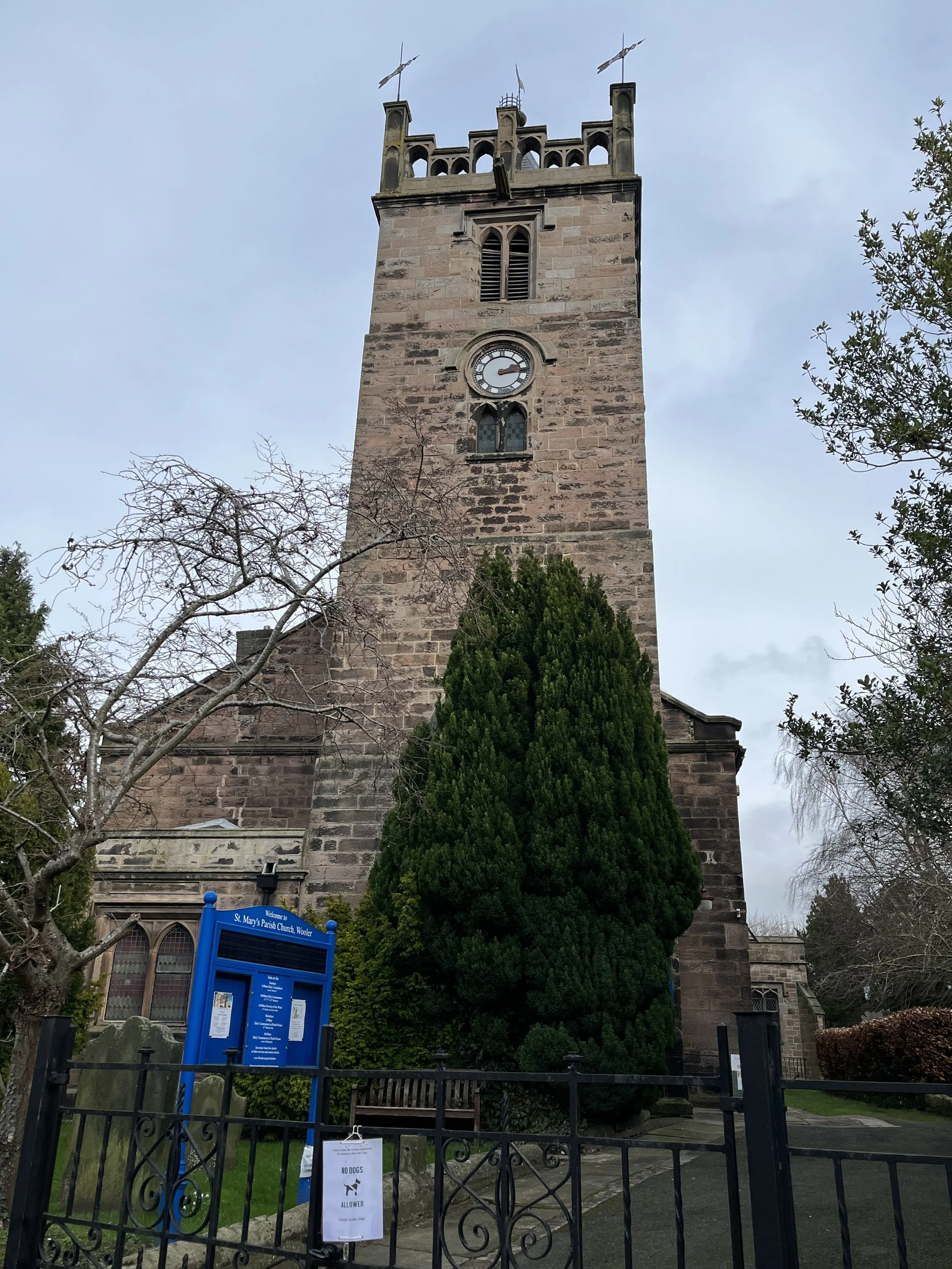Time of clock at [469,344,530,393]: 2:14
